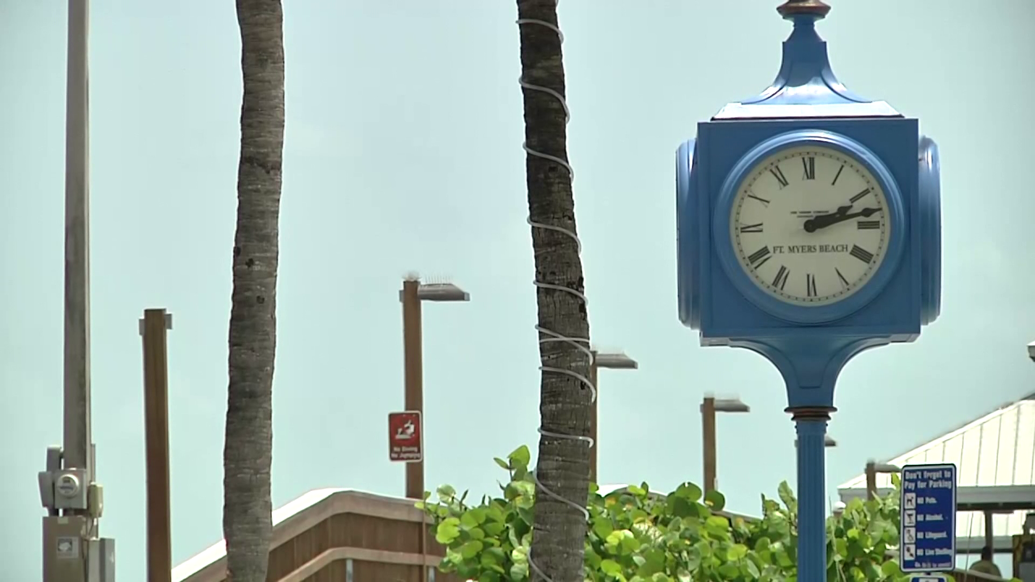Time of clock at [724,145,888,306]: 2:13
